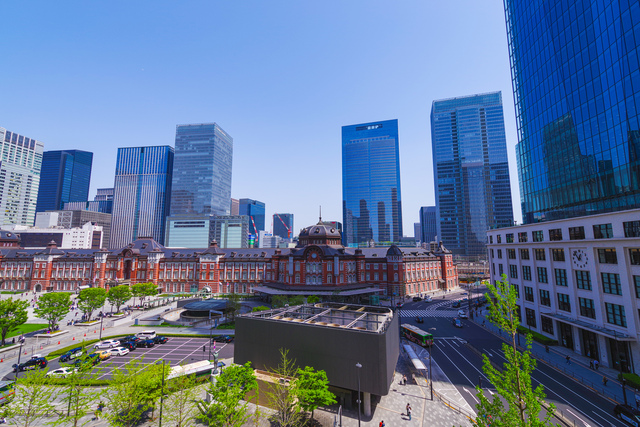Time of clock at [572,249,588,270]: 12:52
